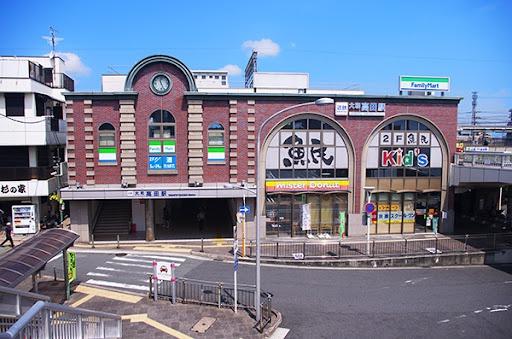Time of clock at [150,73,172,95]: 11:25
